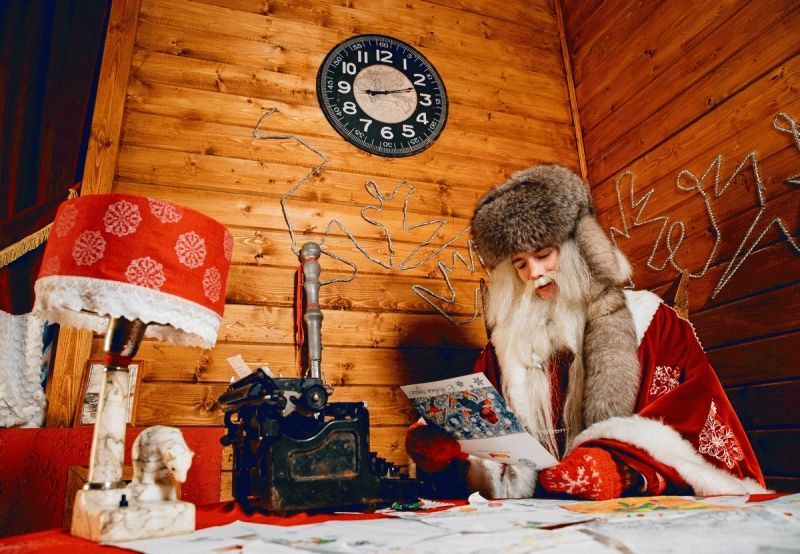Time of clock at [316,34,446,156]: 9:12
